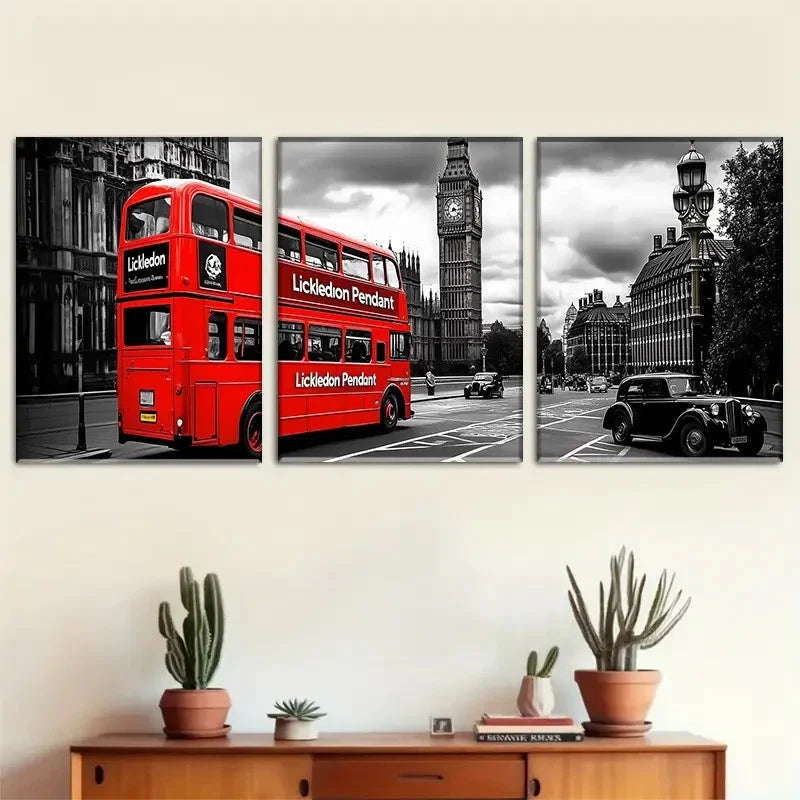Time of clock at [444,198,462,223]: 8:16
